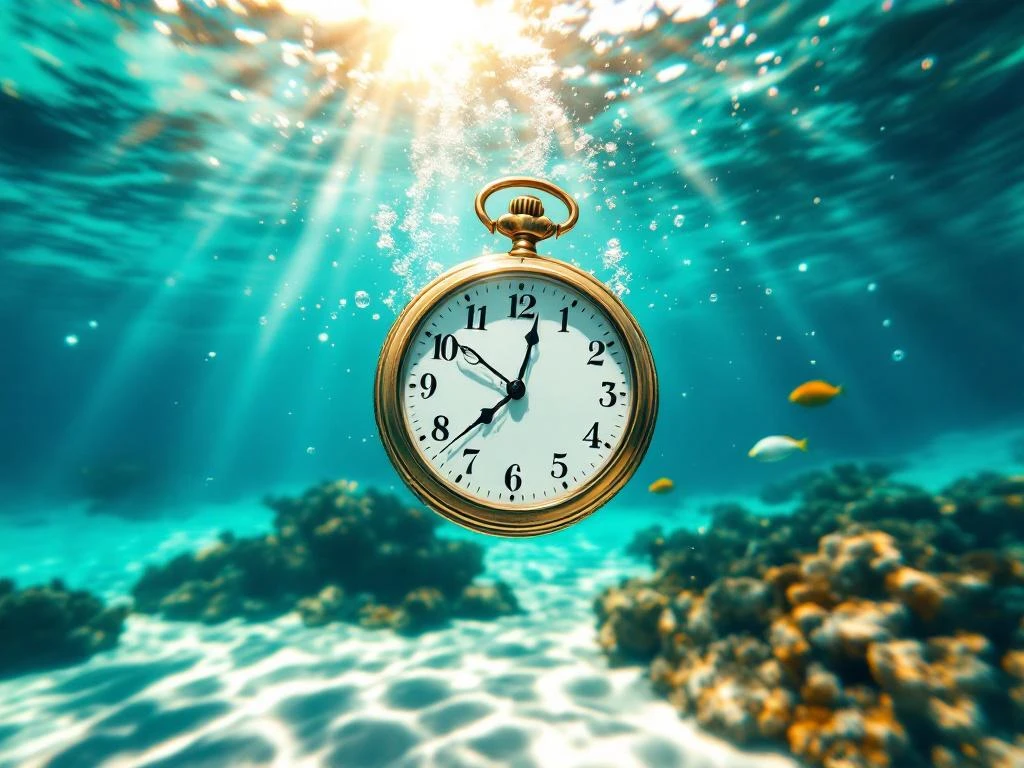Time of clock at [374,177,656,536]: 12:37
